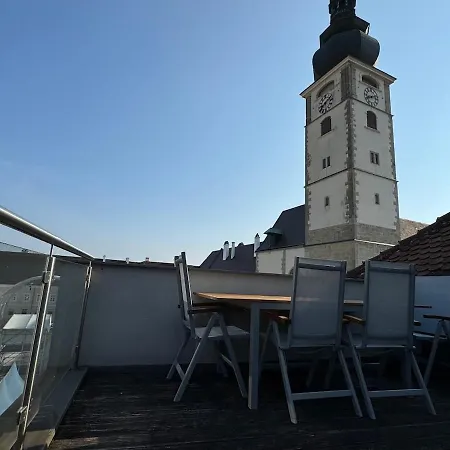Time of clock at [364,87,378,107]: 8:12
